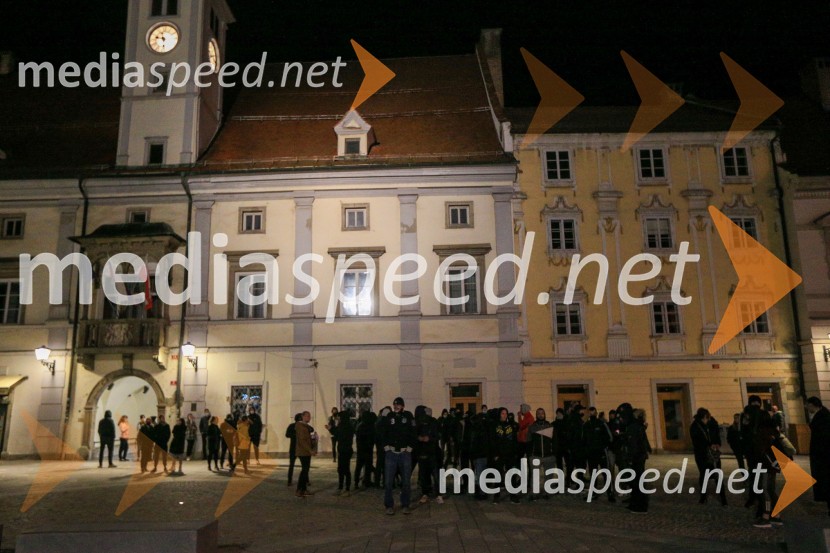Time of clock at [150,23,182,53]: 9:28
